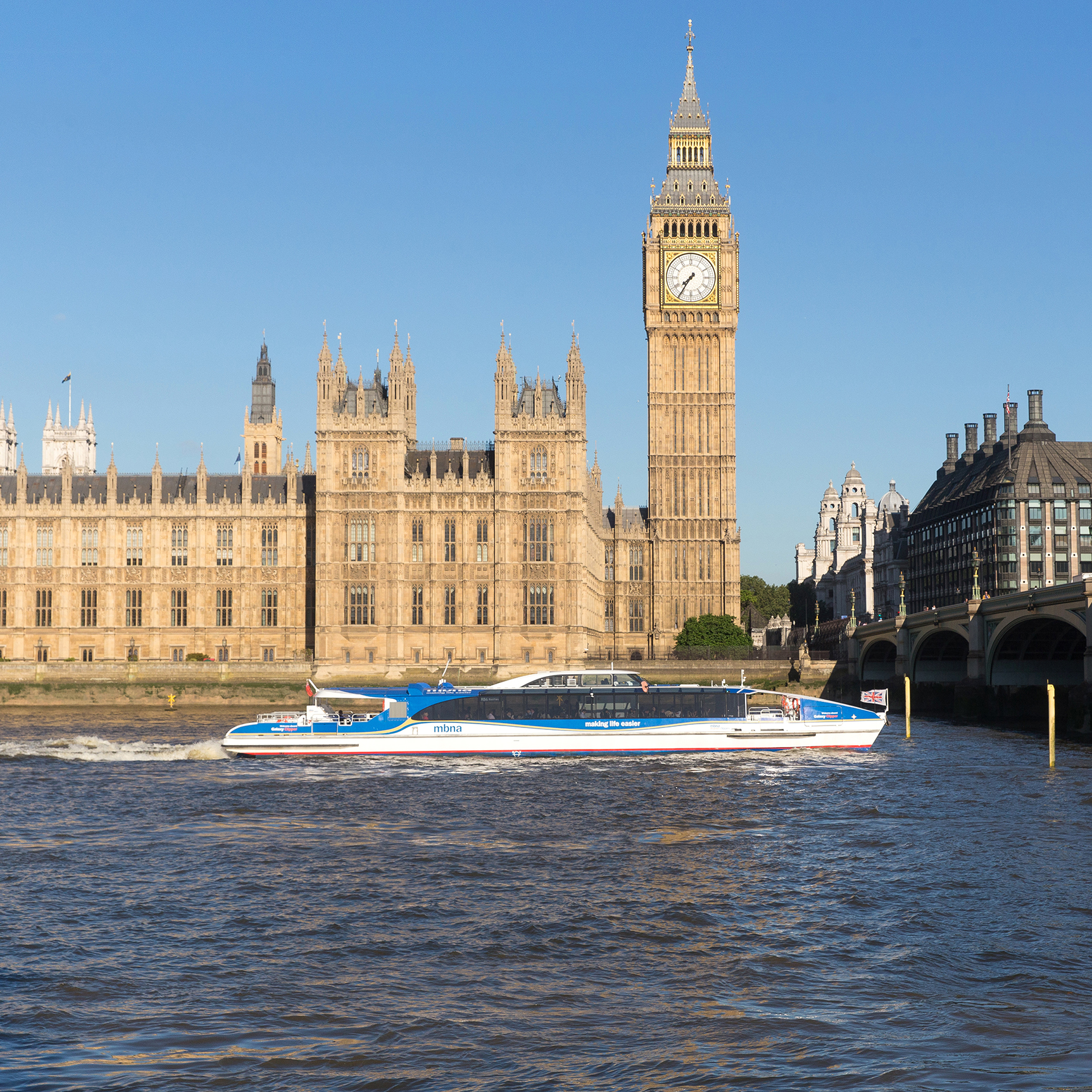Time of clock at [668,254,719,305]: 7:35
